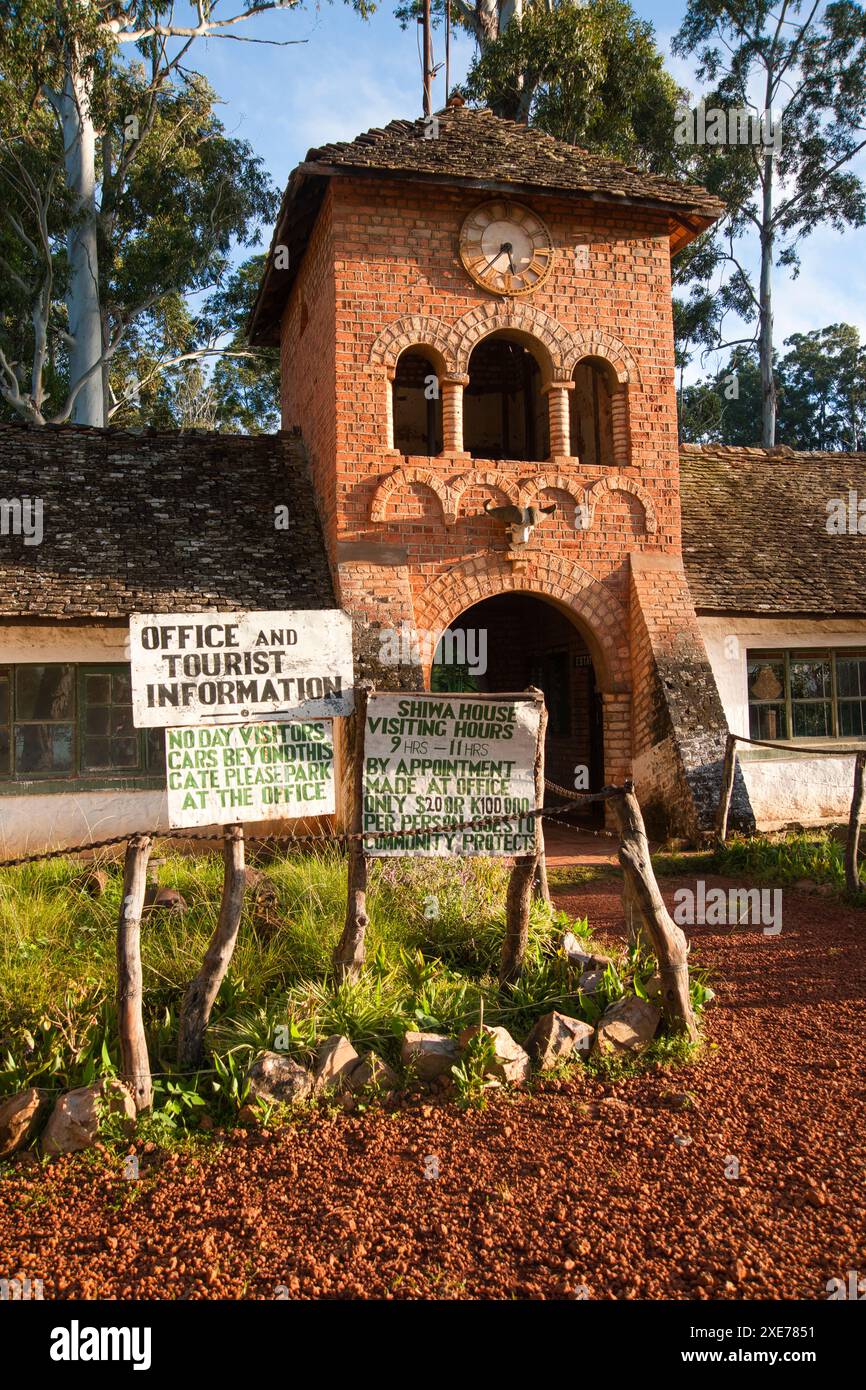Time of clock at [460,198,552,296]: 5:37
